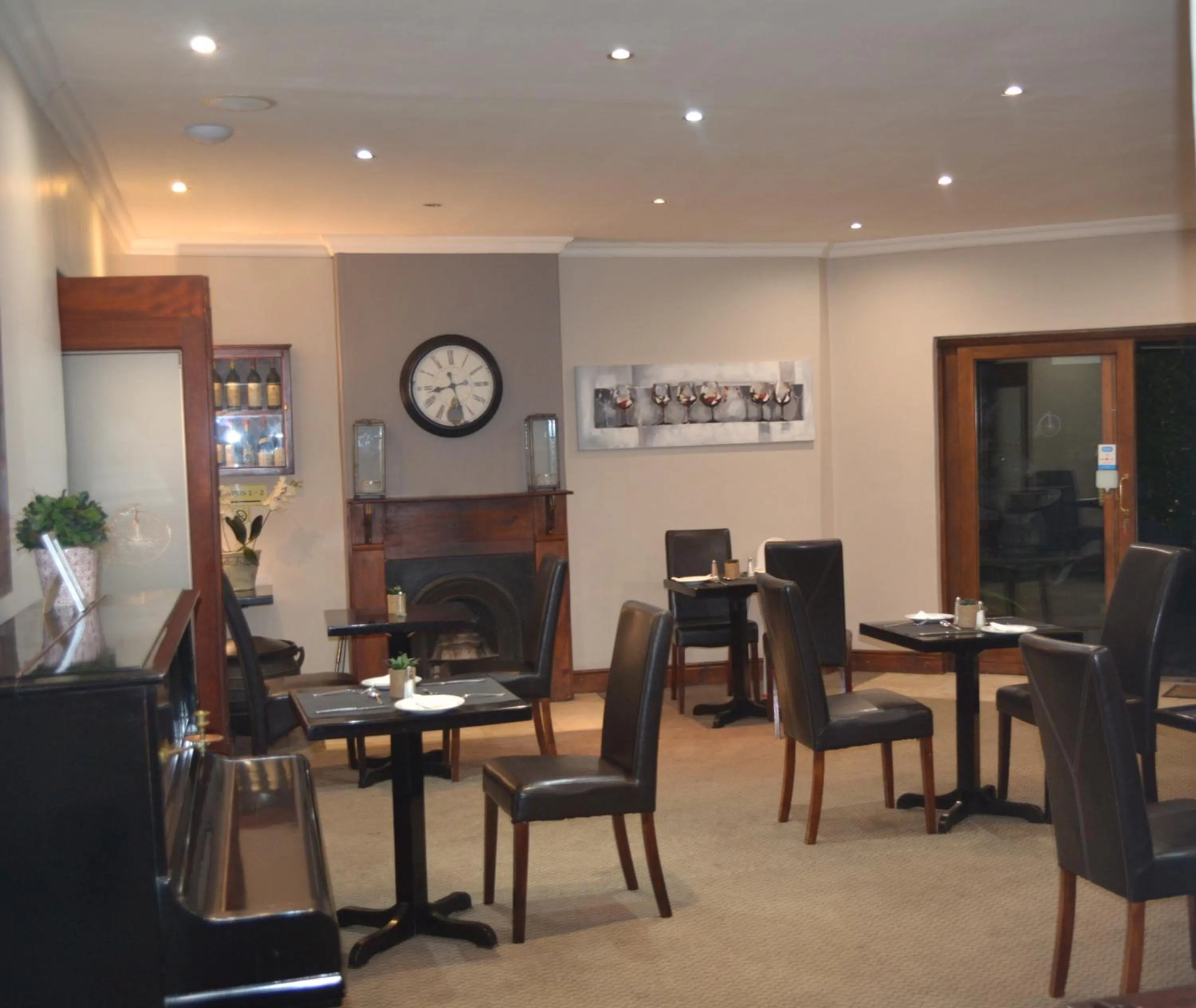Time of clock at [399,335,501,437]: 8:27
